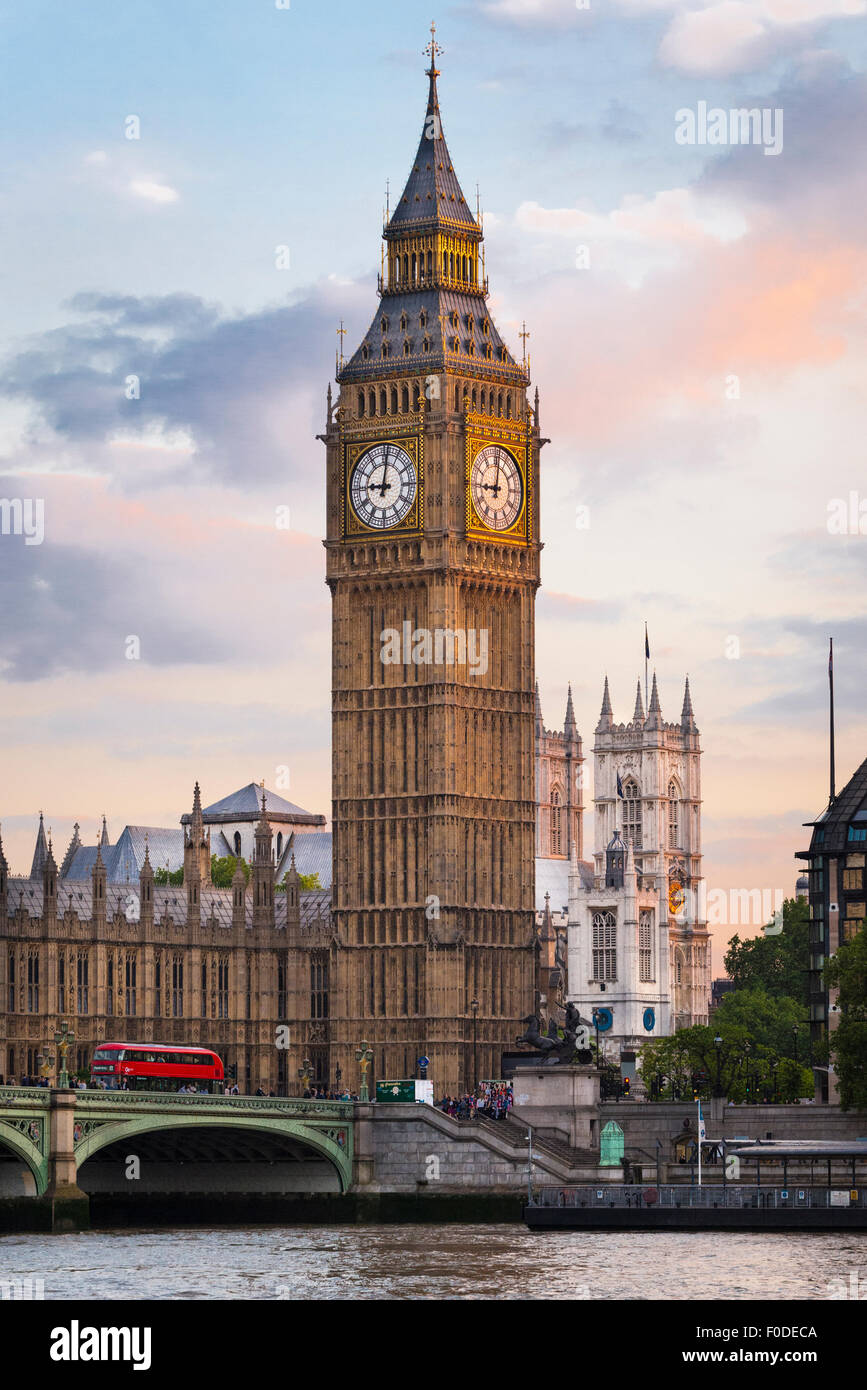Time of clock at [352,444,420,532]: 9:01
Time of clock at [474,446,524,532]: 9:01
